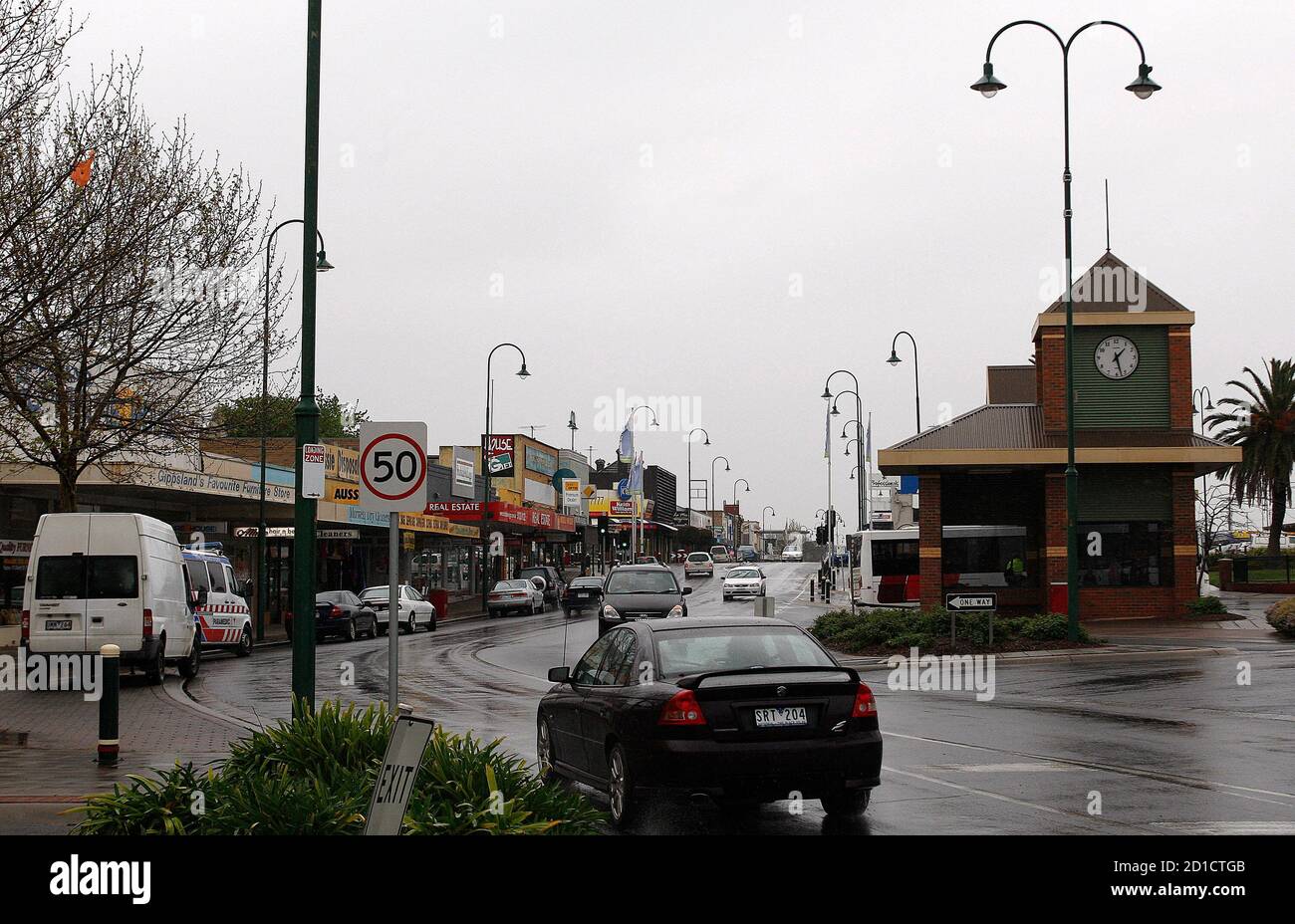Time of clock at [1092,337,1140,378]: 1:27
